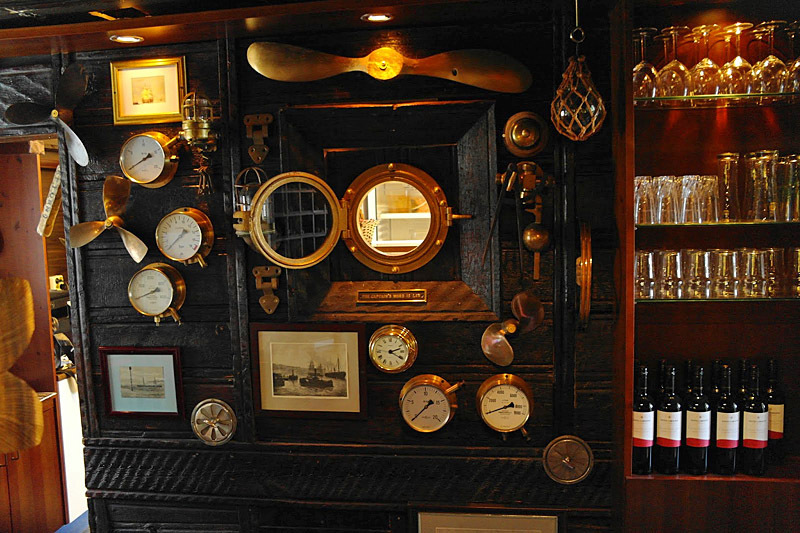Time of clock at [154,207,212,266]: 1:37
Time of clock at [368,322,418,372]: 2:20
